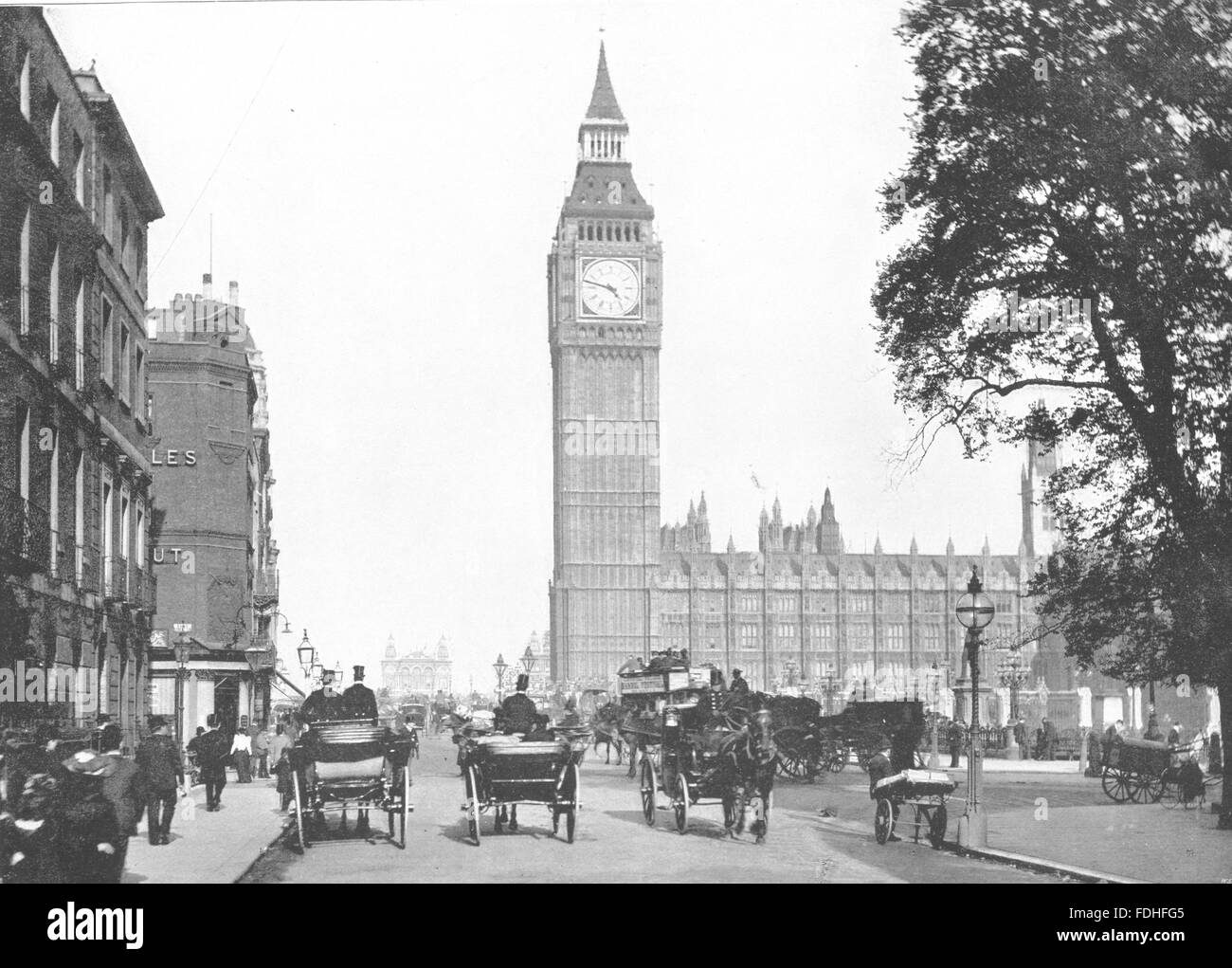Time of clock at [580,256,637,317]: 4:47
